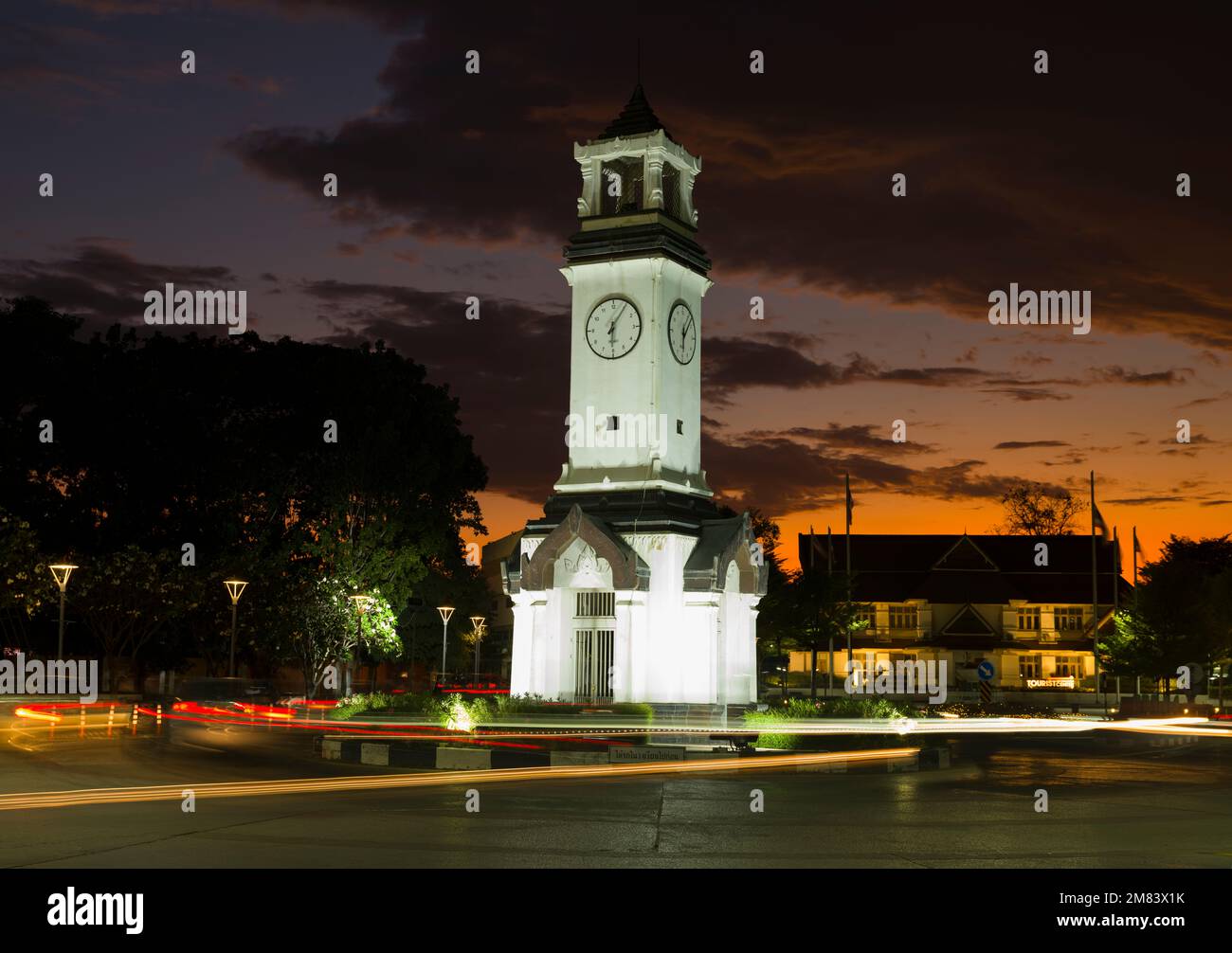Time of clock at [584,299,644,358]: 6:05
